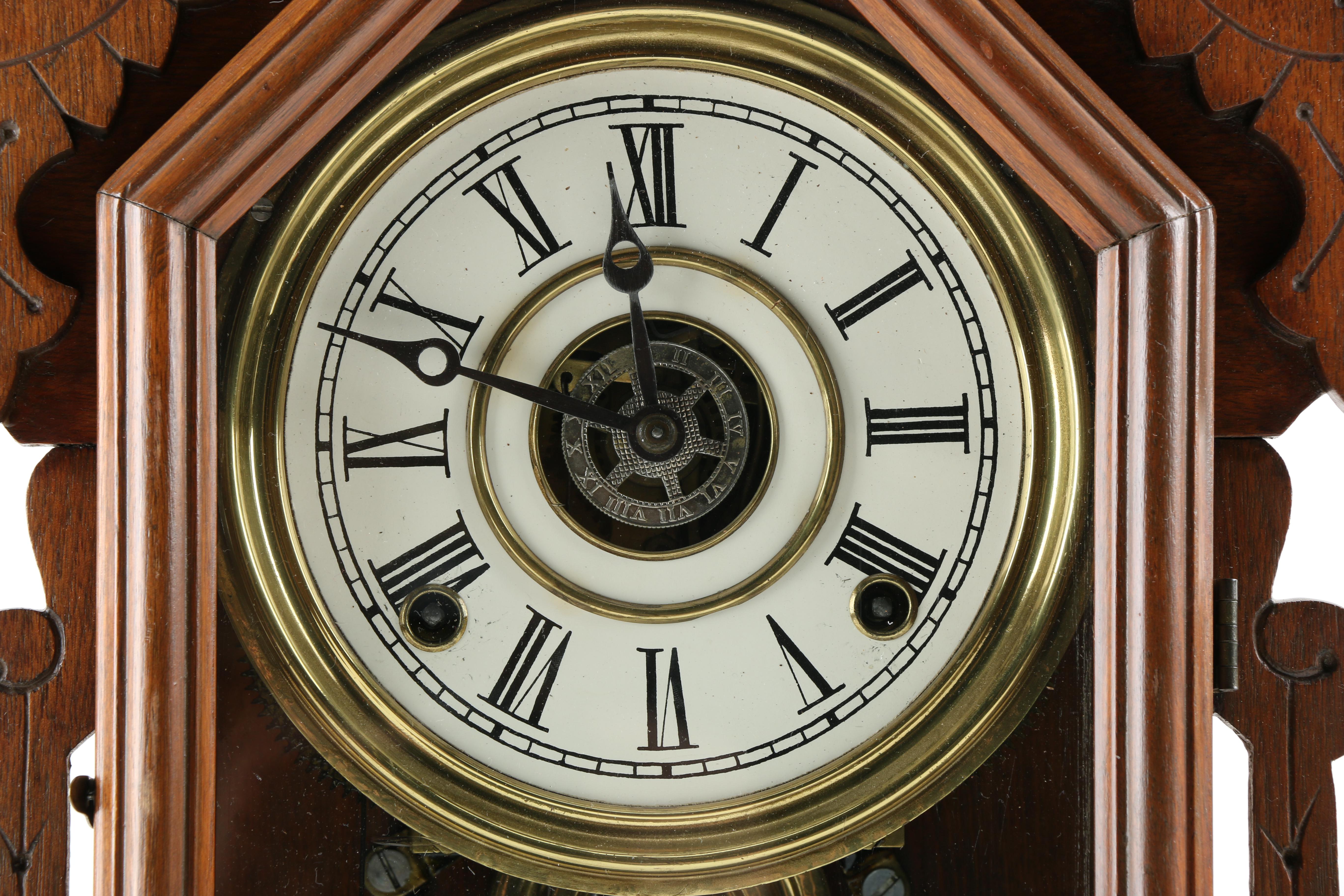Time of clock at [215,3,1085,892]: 11:48
